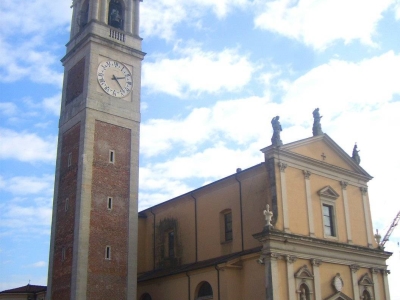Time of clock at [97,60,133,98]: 2:23
